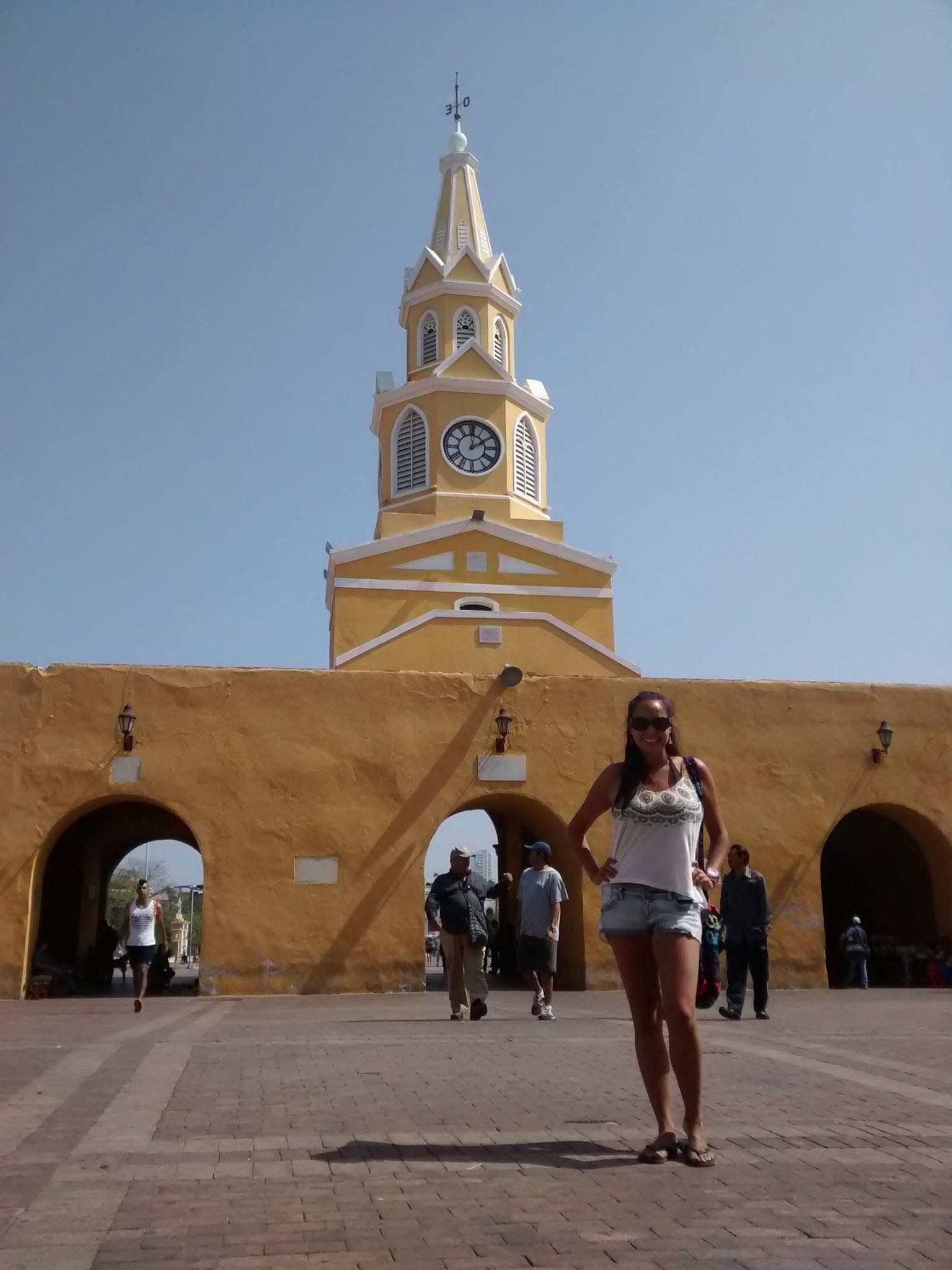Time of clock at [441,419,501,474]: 2:00
